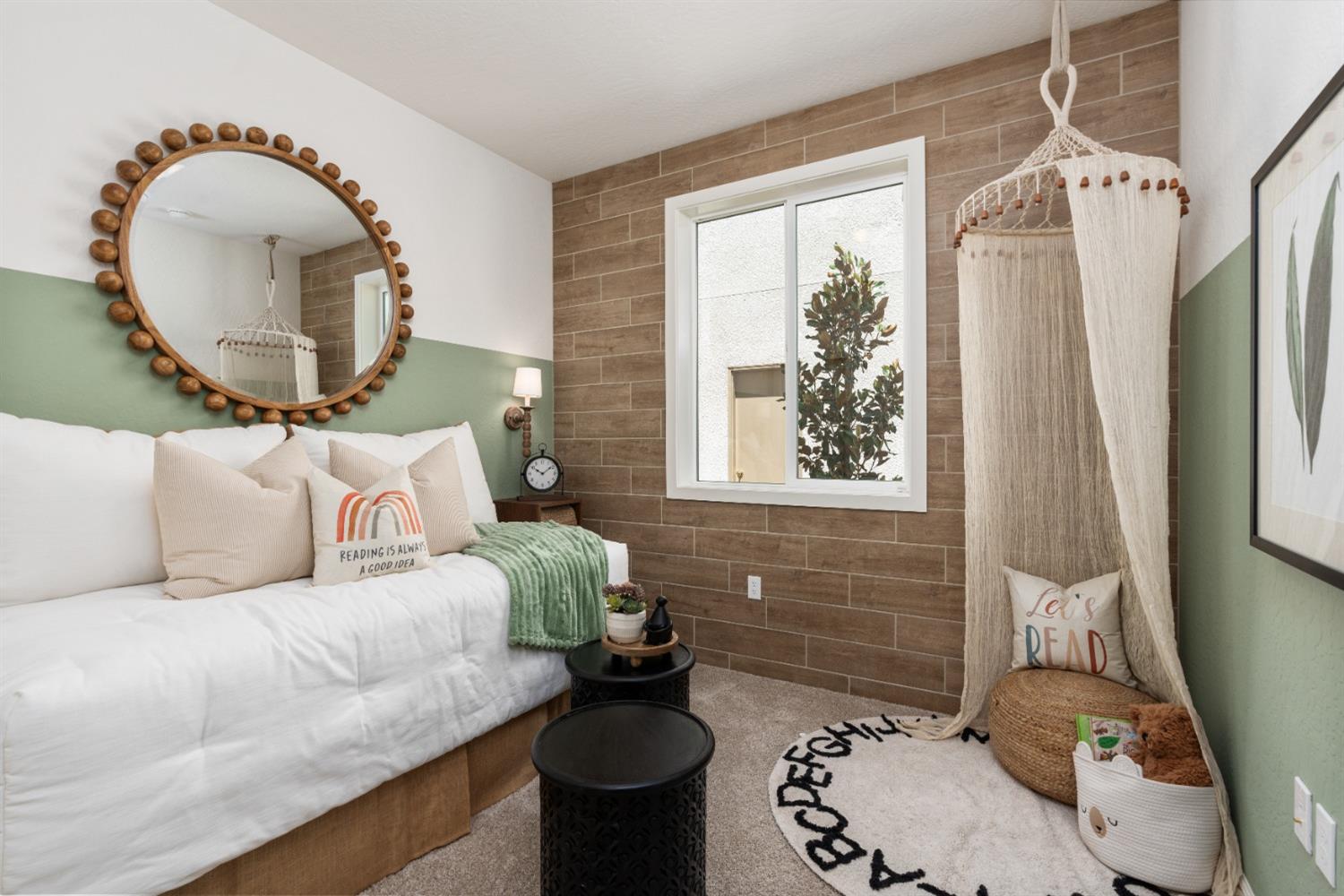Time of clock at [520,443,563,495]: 10:09
